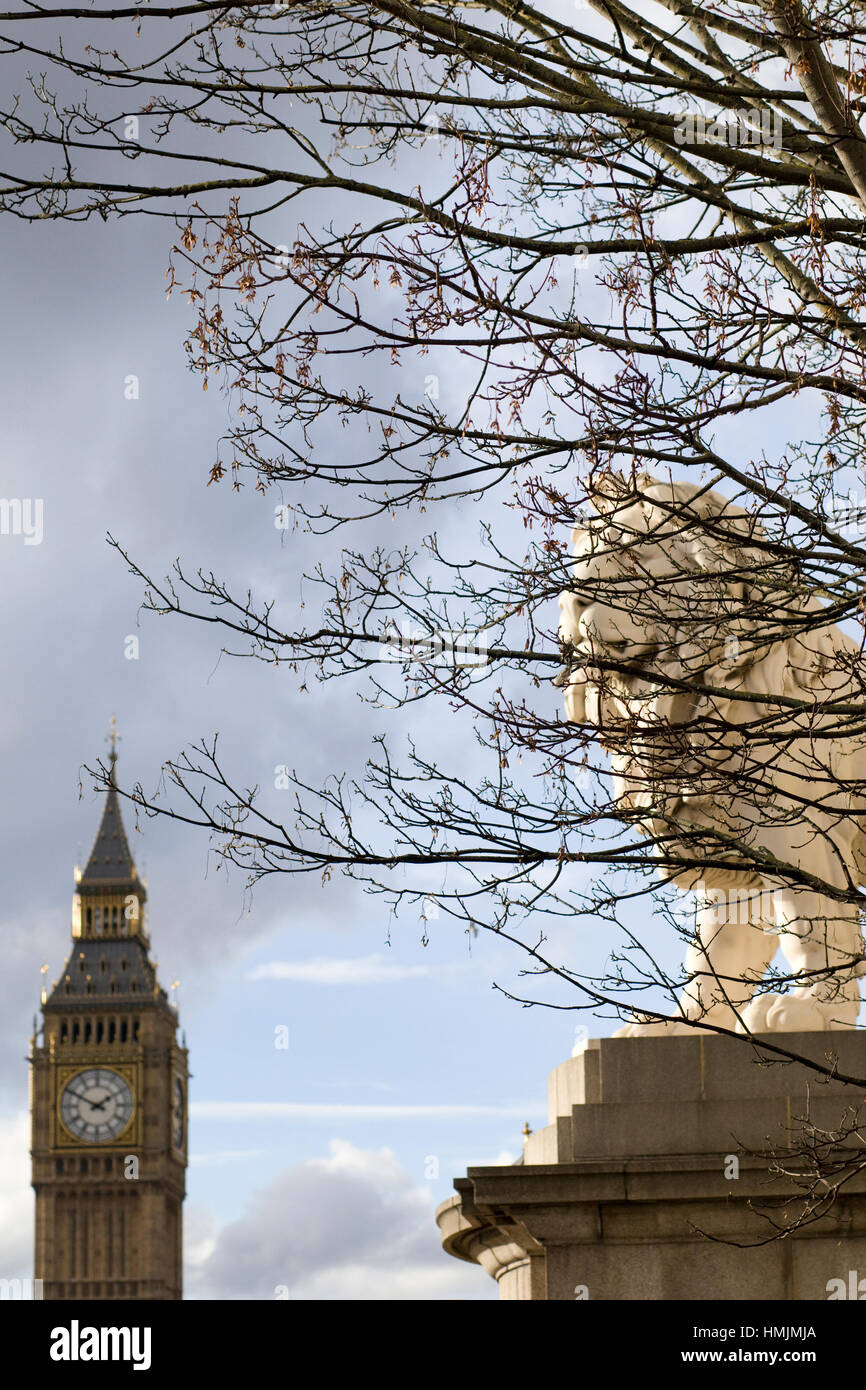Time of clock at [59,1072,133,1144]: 1:50
